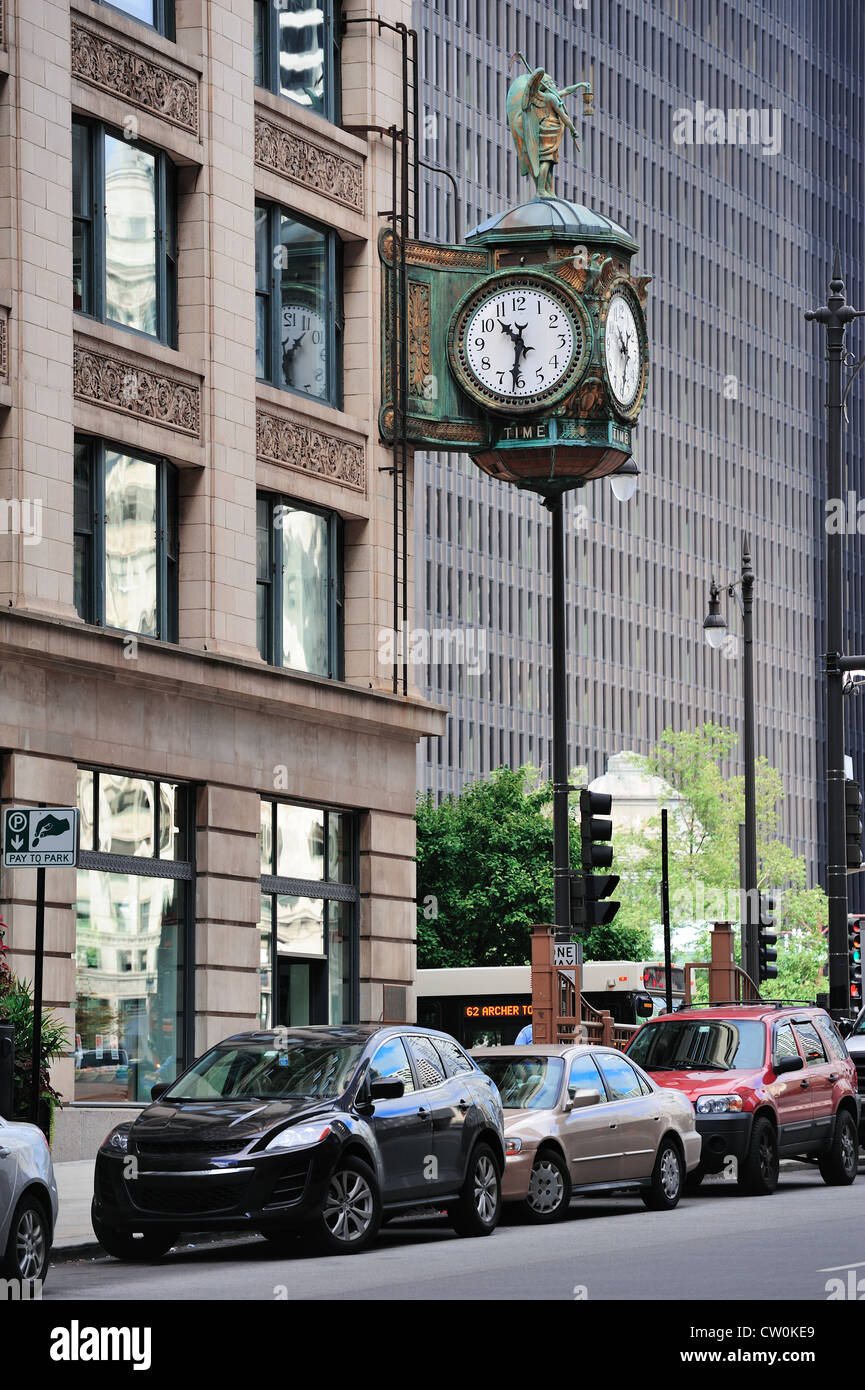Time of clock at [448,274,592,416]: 10:31
